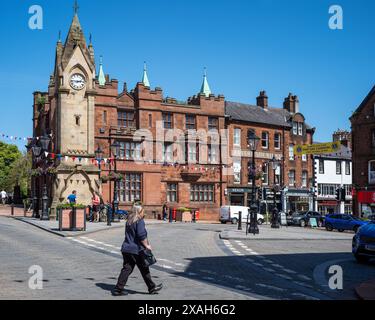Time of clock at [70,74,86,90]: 2:46
